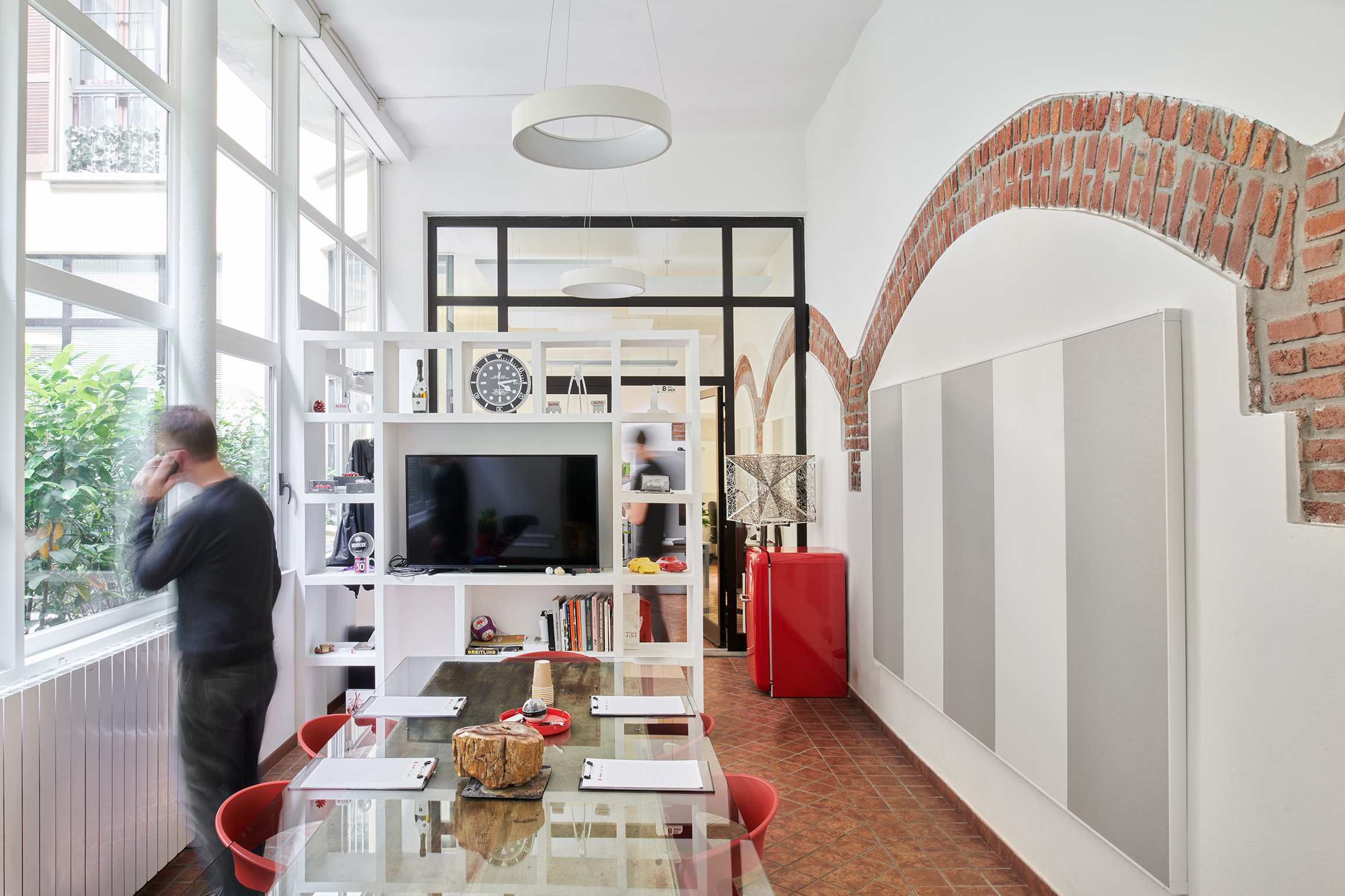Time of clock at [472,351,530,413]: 4:13
